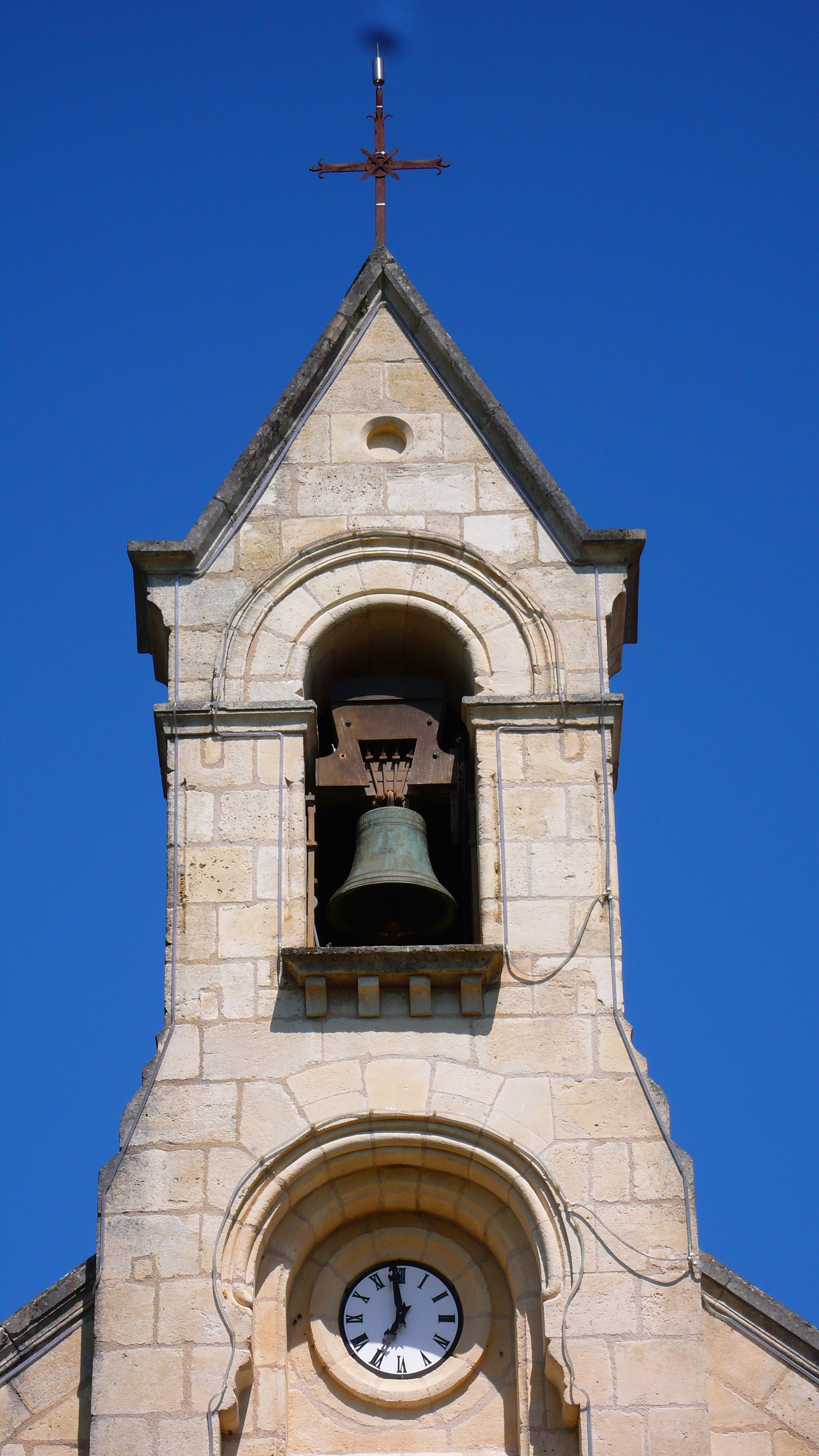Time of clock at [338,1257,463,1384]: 6:58
